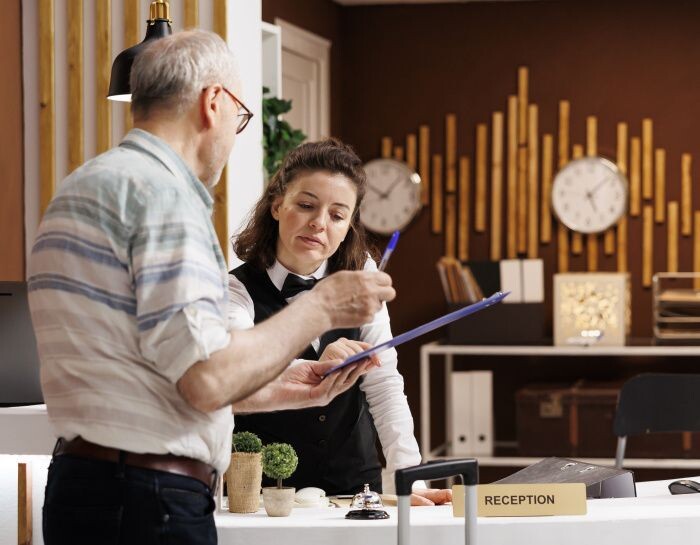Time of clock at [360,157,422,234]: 10:07
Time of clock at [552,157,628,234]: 5:07
